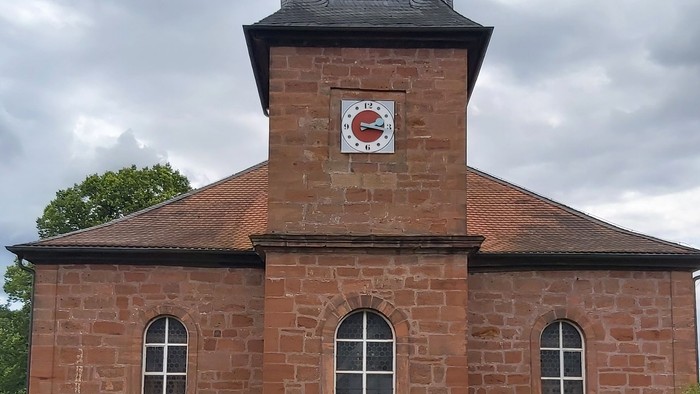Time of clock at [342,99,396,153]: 2:17
